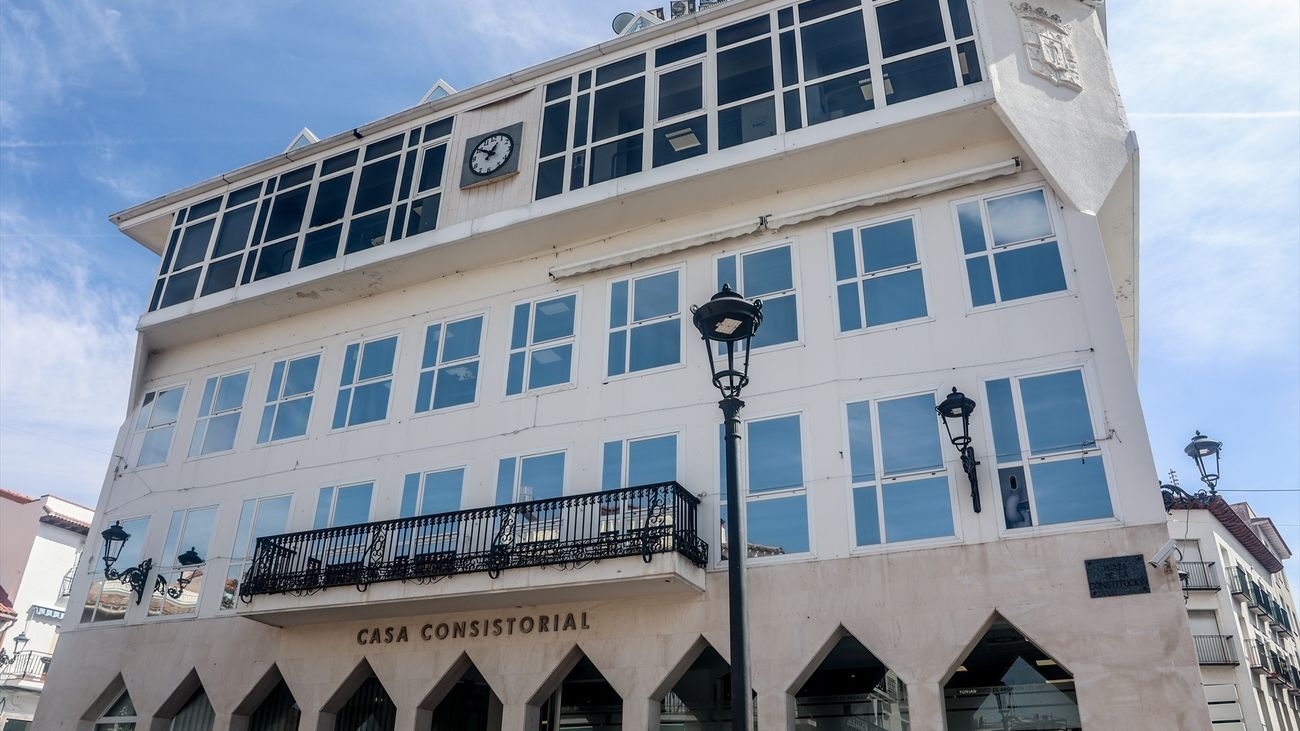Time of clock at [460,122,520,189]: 12:50
